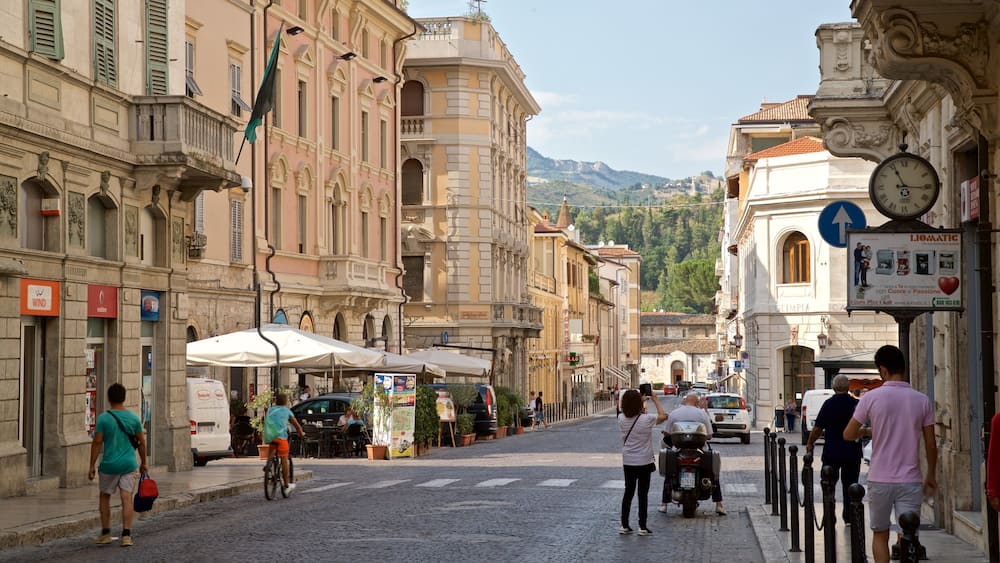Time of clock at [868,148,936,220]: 11:15
